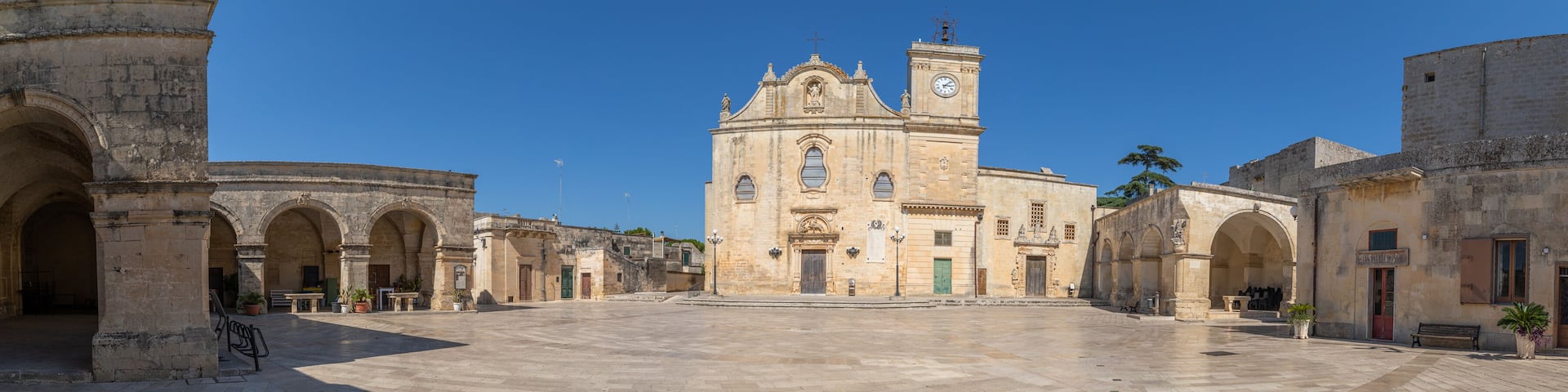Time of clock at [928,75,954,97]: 3:07
